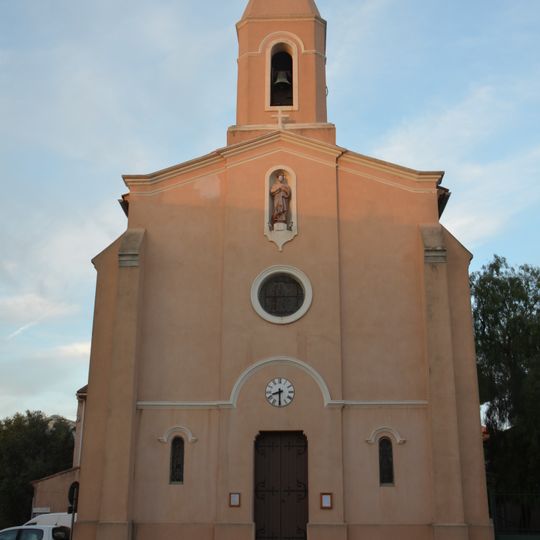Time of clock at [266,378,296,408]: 8:30
